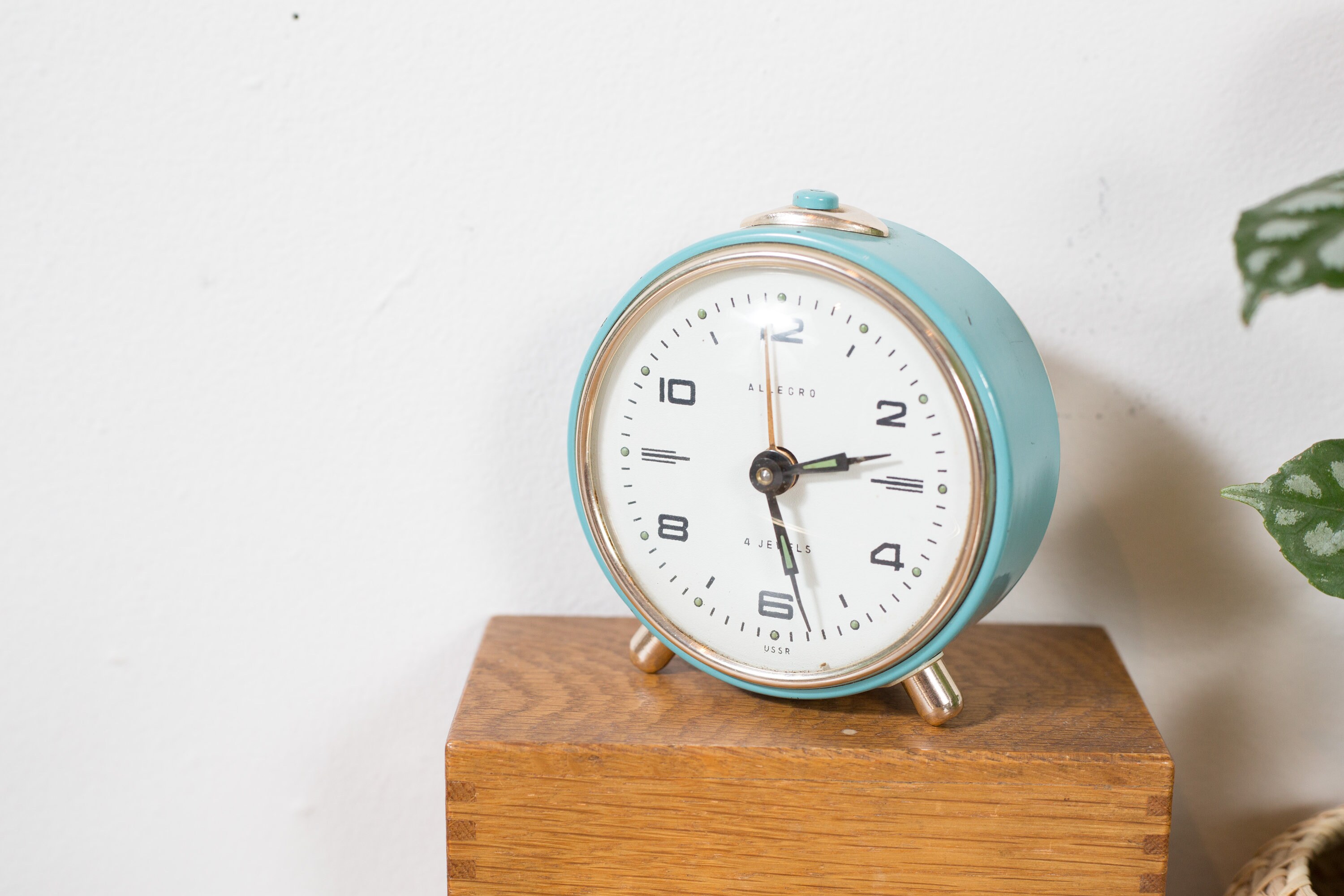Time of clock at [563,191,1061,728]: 2:27
